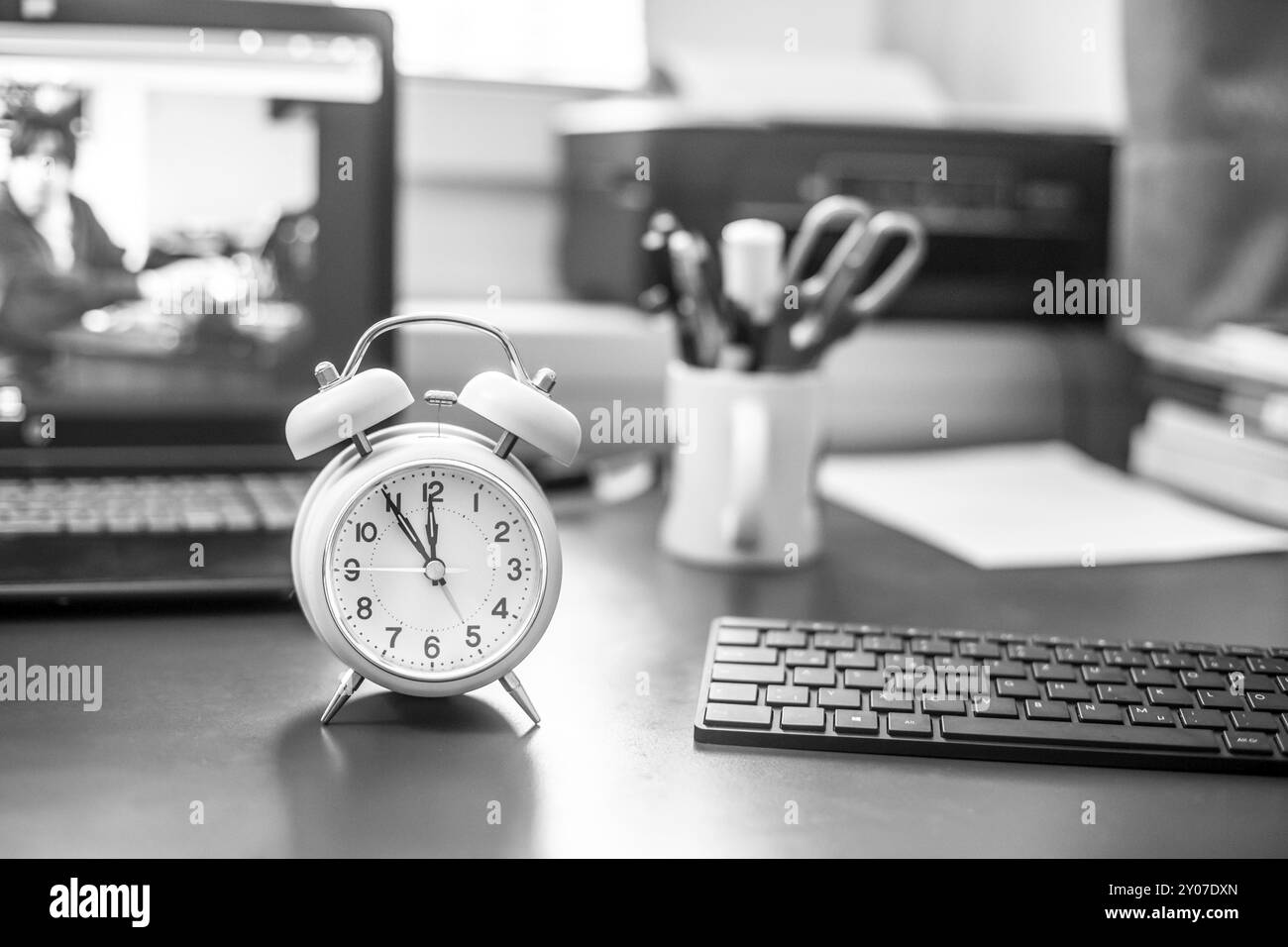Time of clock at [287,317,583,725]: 11:54
